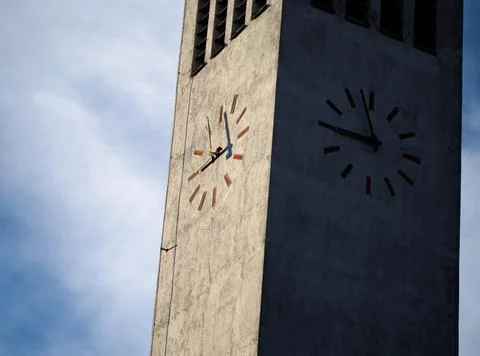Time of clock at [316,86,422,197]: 11:46
